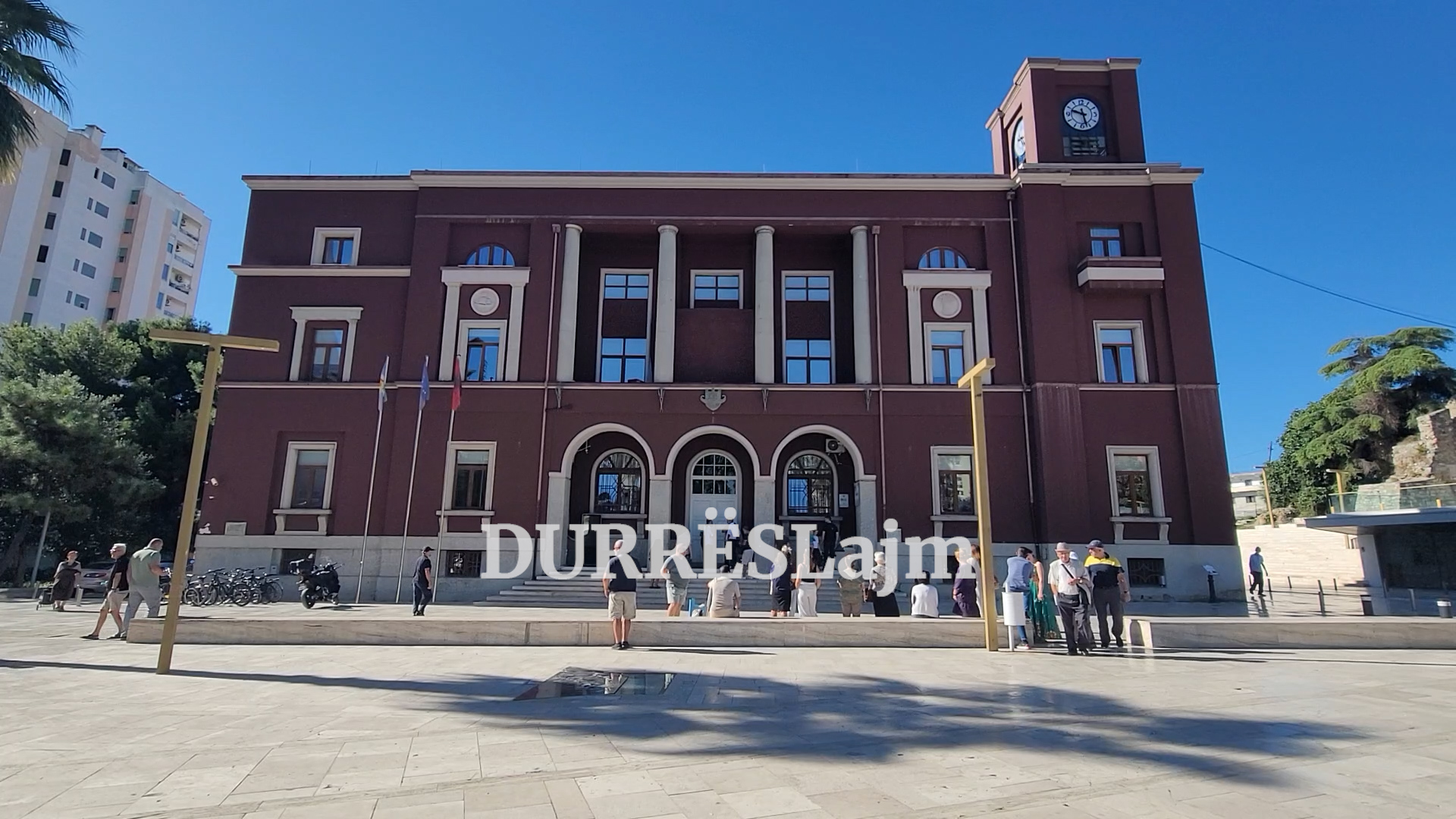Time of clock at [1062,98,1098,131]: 9:27
